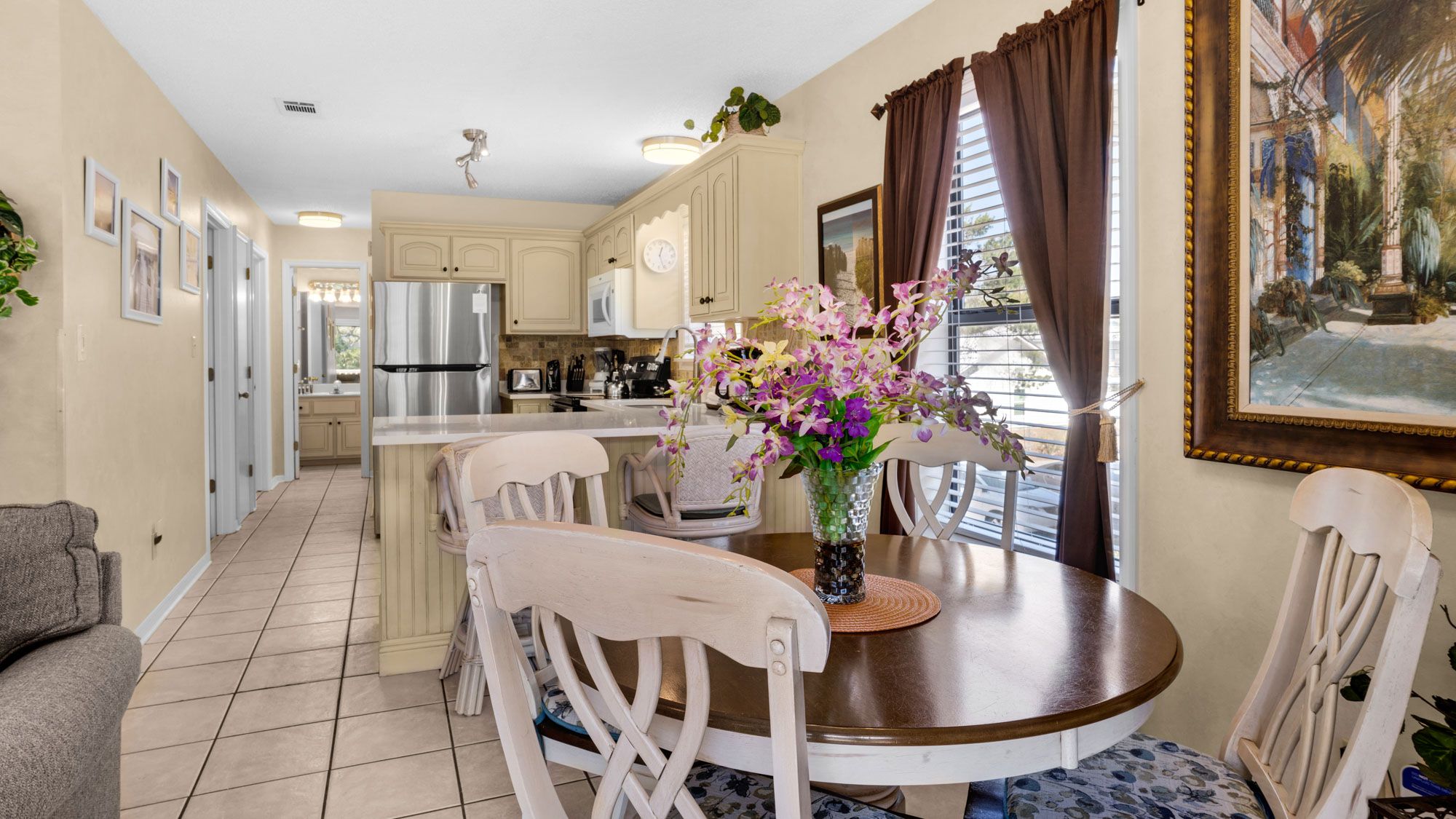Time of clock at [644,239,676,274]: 12:26
